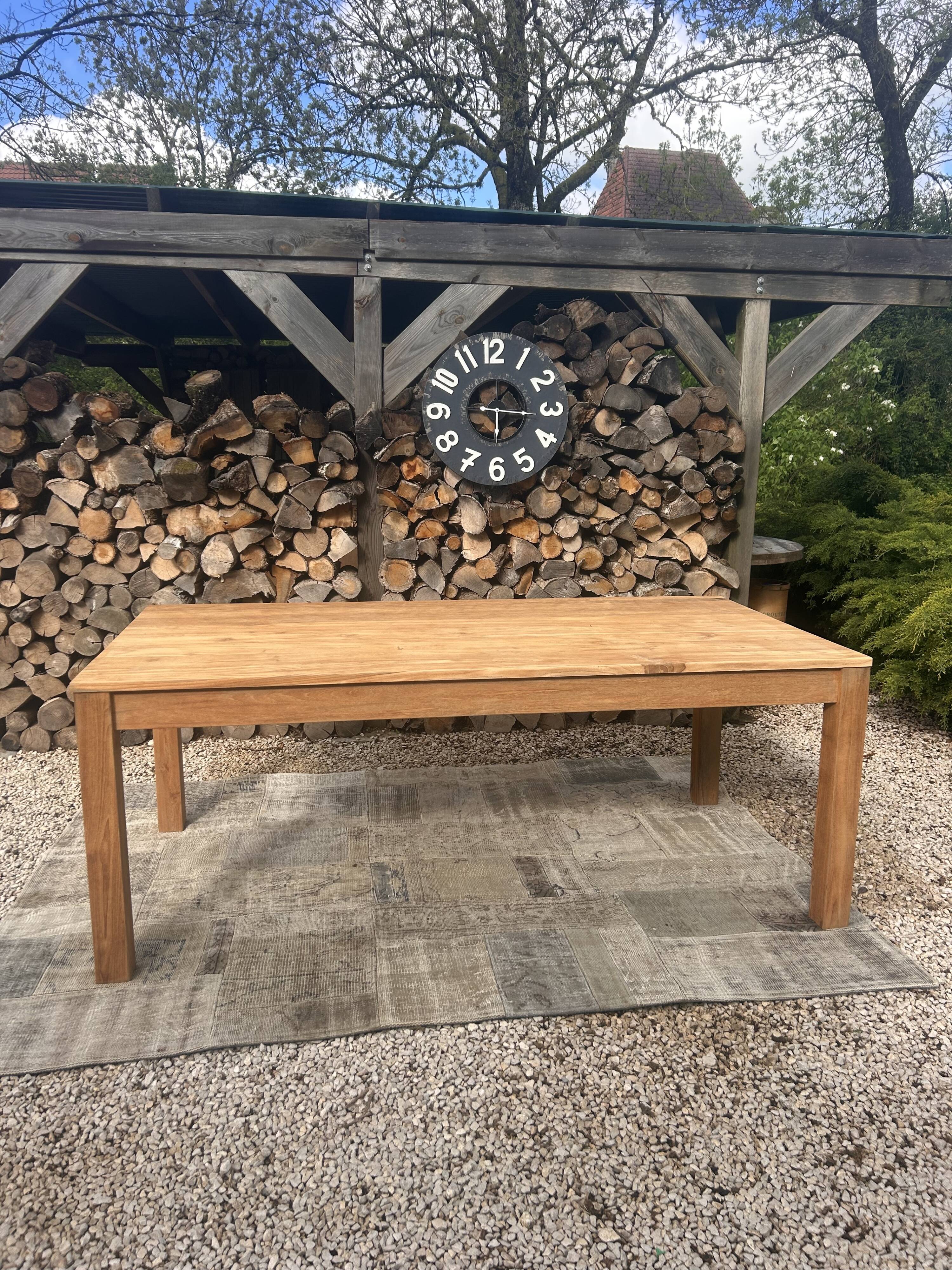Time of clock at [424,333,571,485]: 6:16
